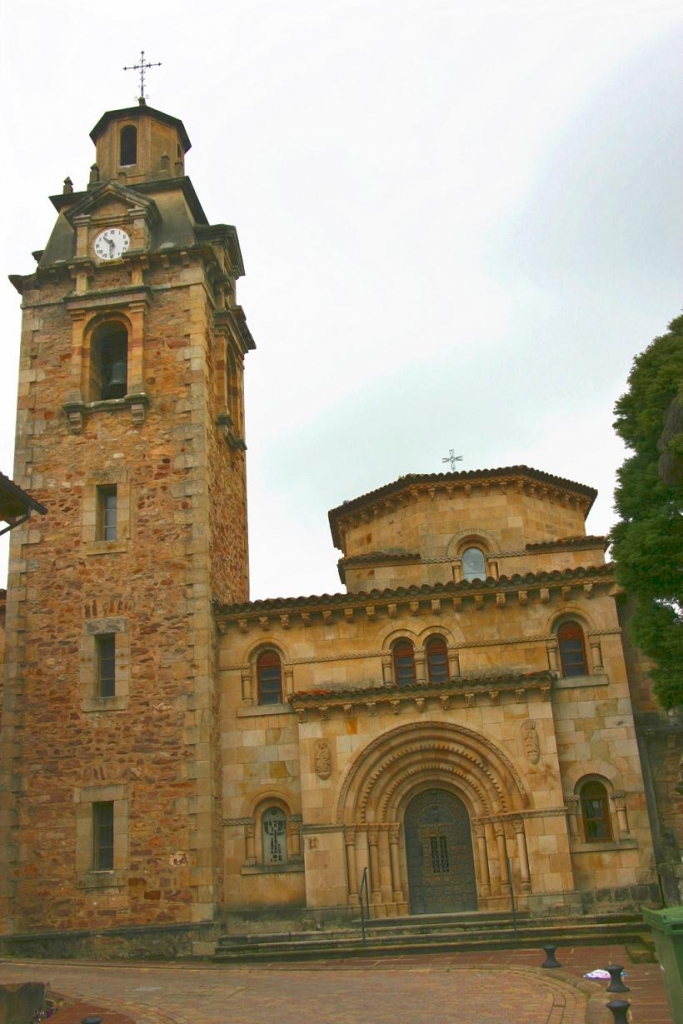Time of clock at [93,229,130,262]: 10:30
